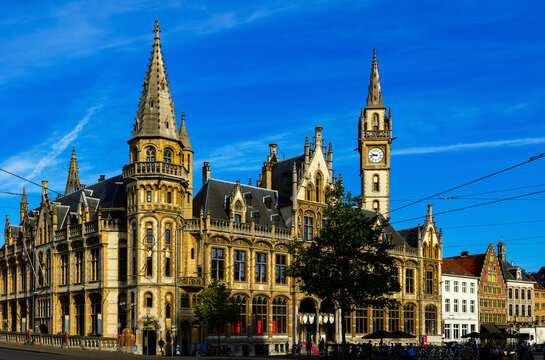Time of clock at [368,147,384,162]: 9:43
